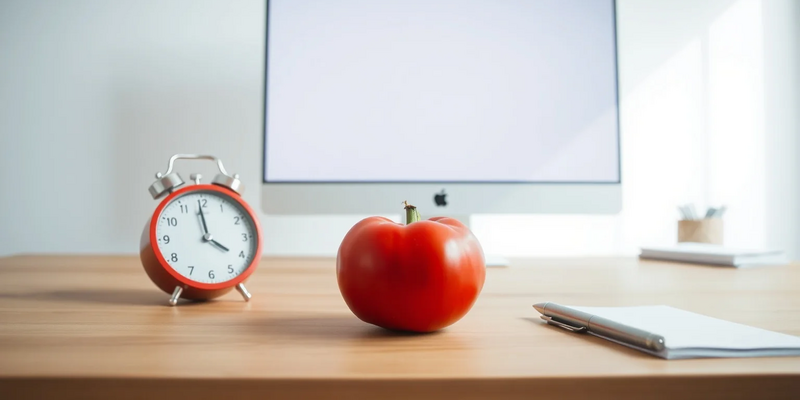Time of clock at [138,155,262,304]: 3:59
